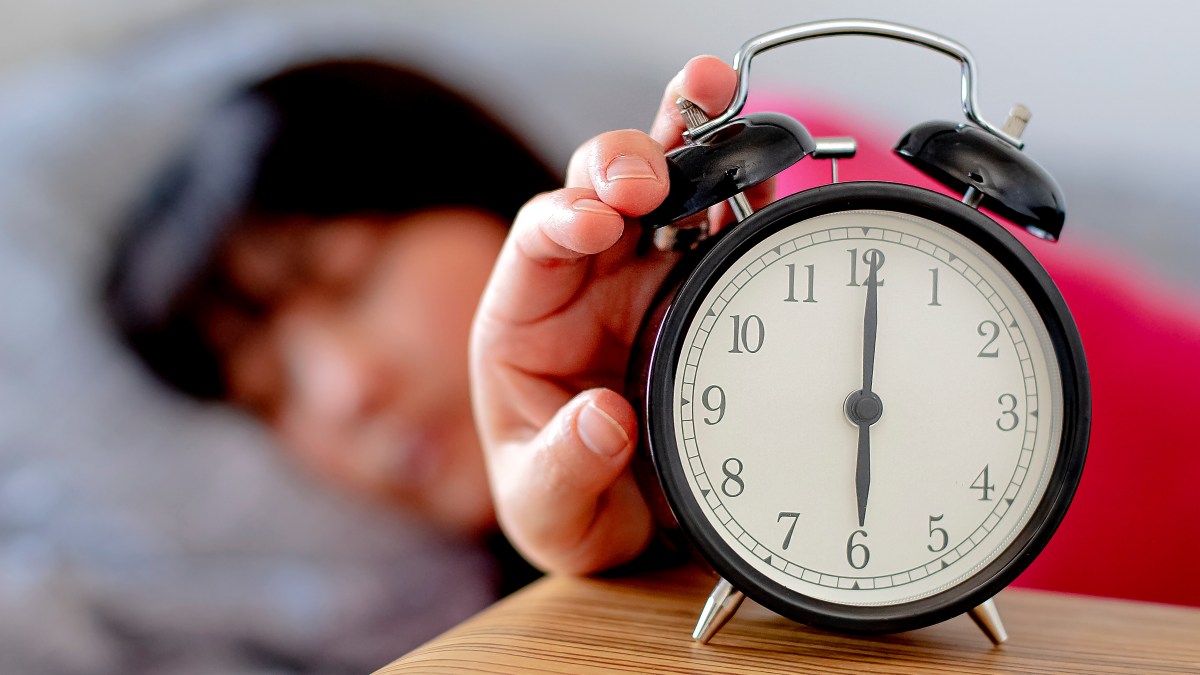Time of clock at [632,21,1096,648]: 6:00
